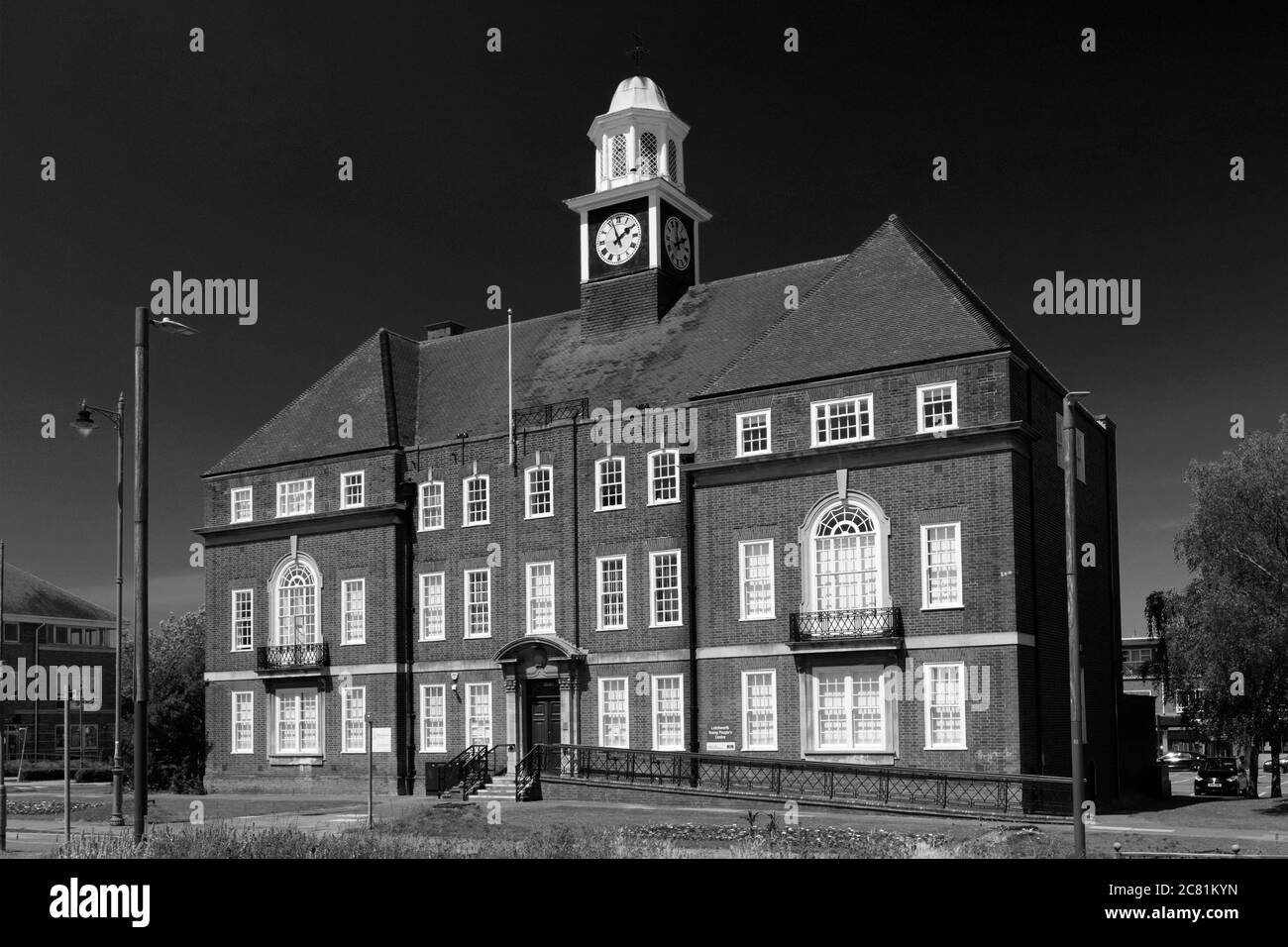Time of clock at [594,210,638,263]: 1:56
